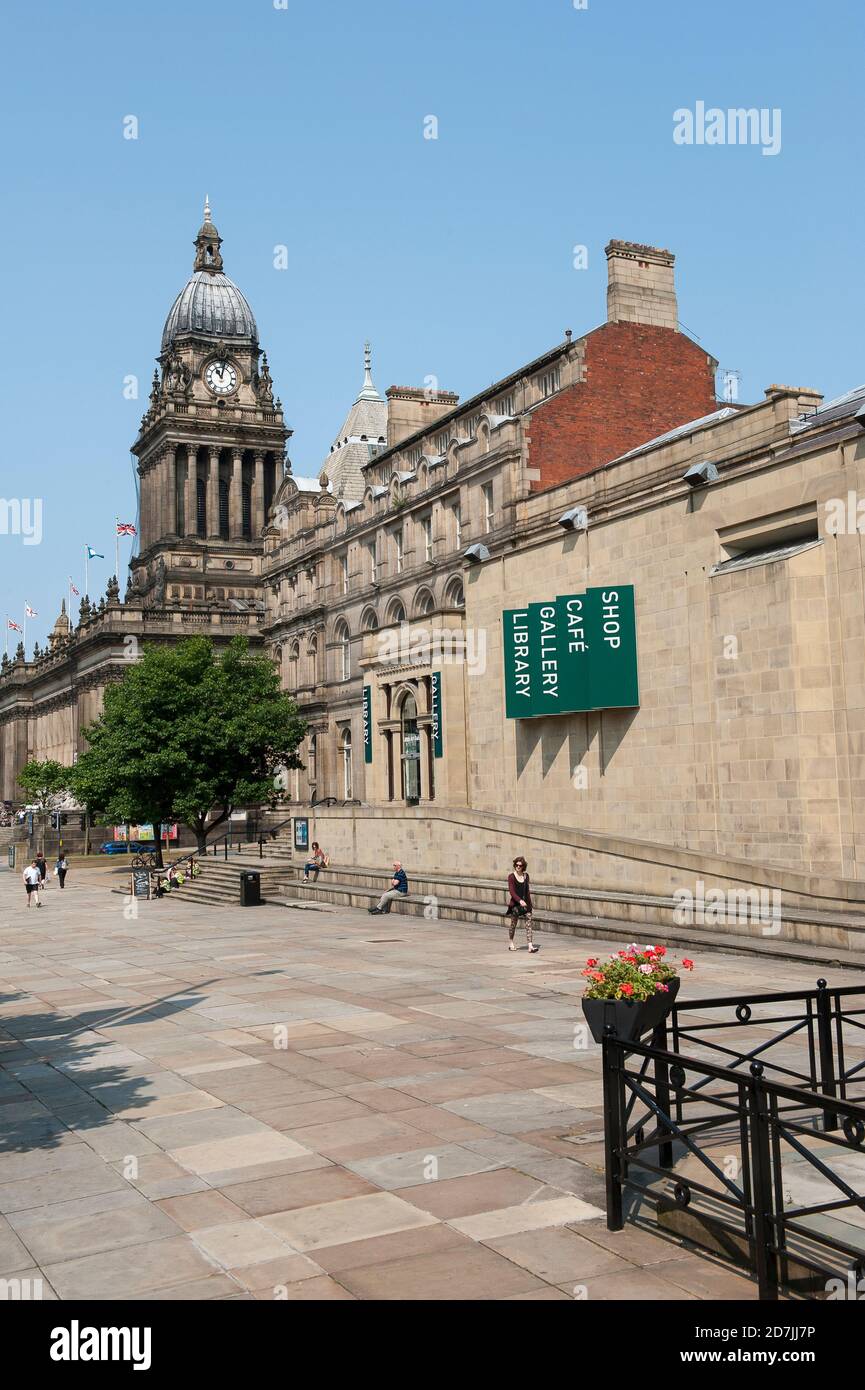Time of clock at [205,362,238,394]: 11:02
